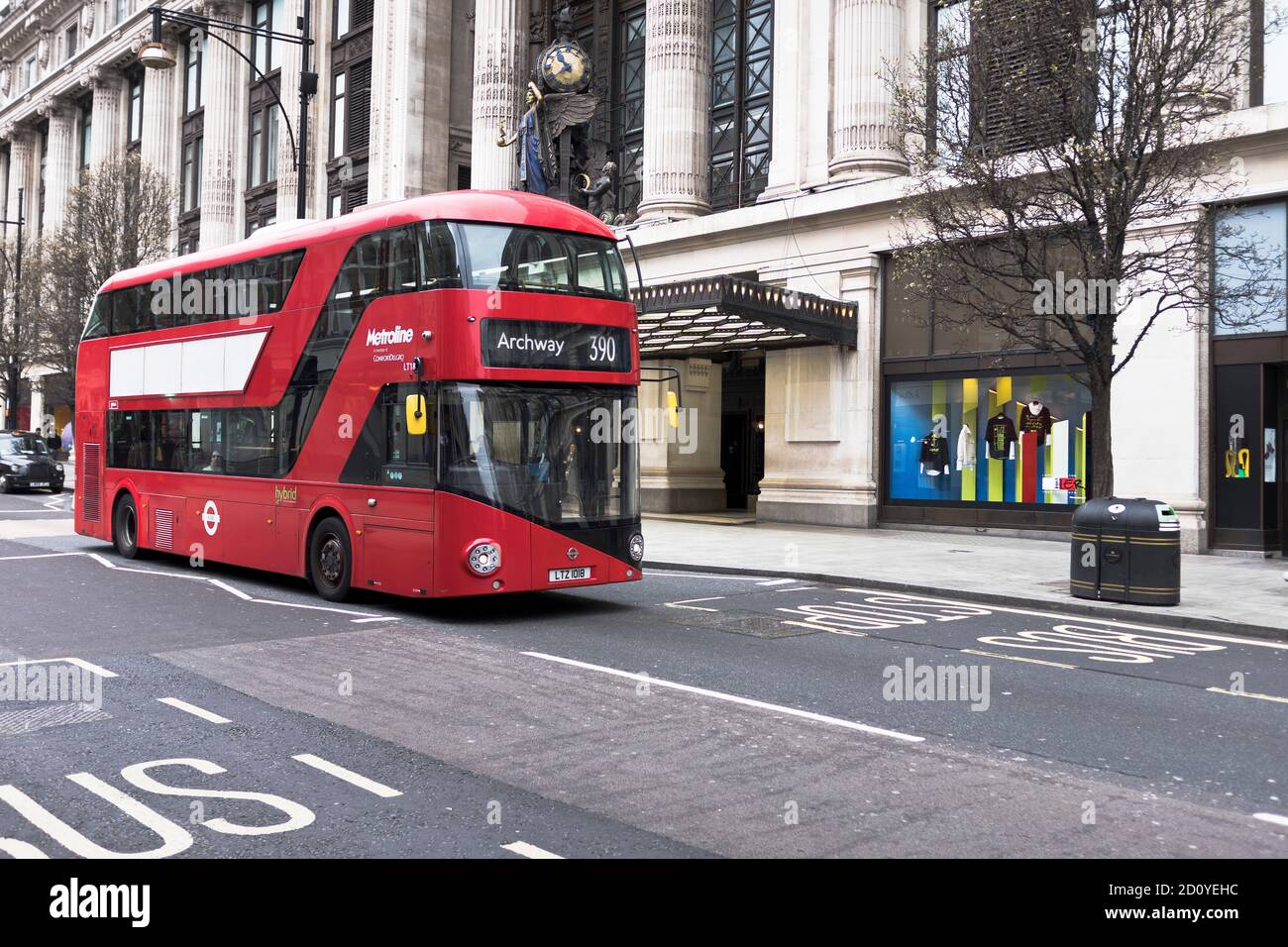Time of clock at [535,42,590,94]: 10:39
